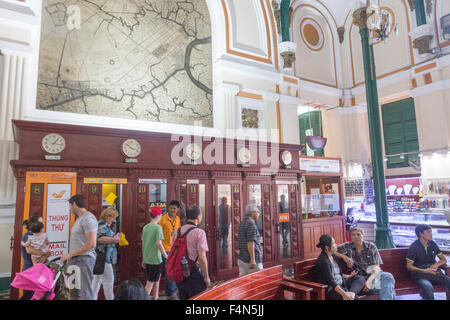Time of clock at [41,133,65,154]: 1:16
